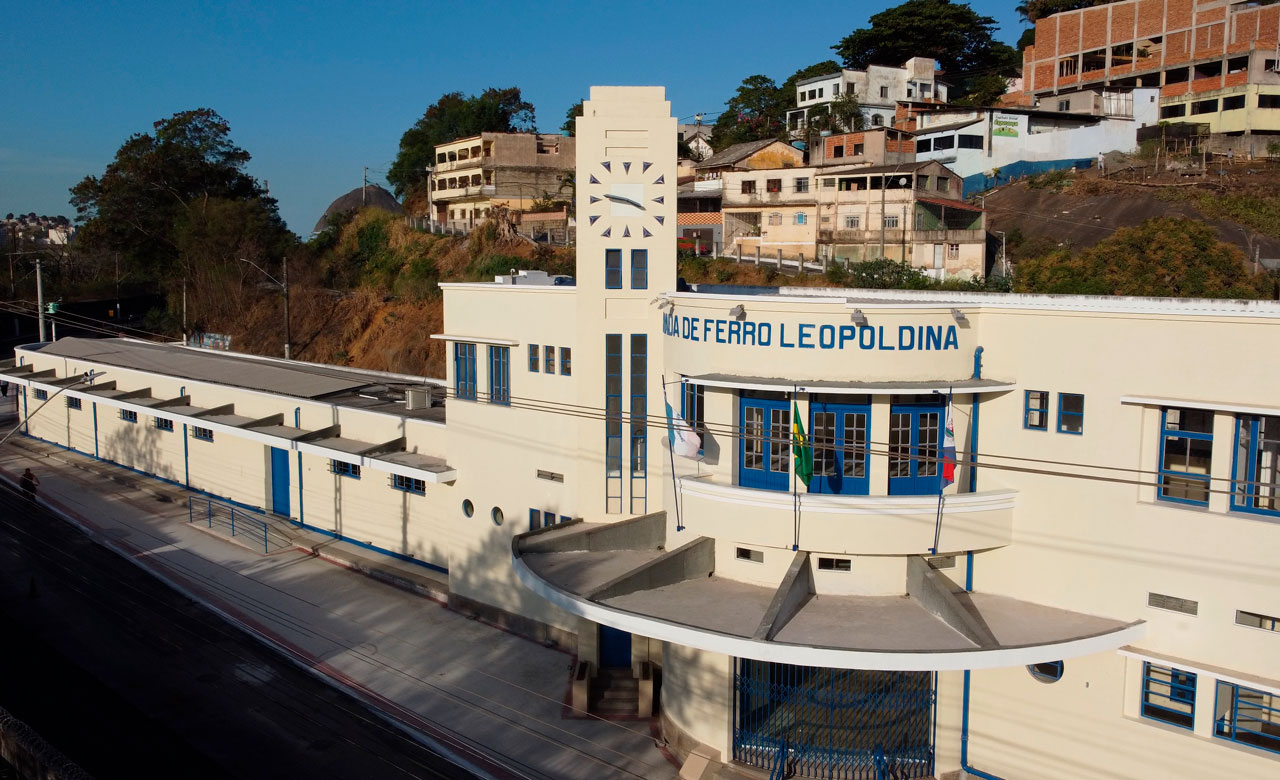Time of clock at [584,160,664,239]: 3:46
